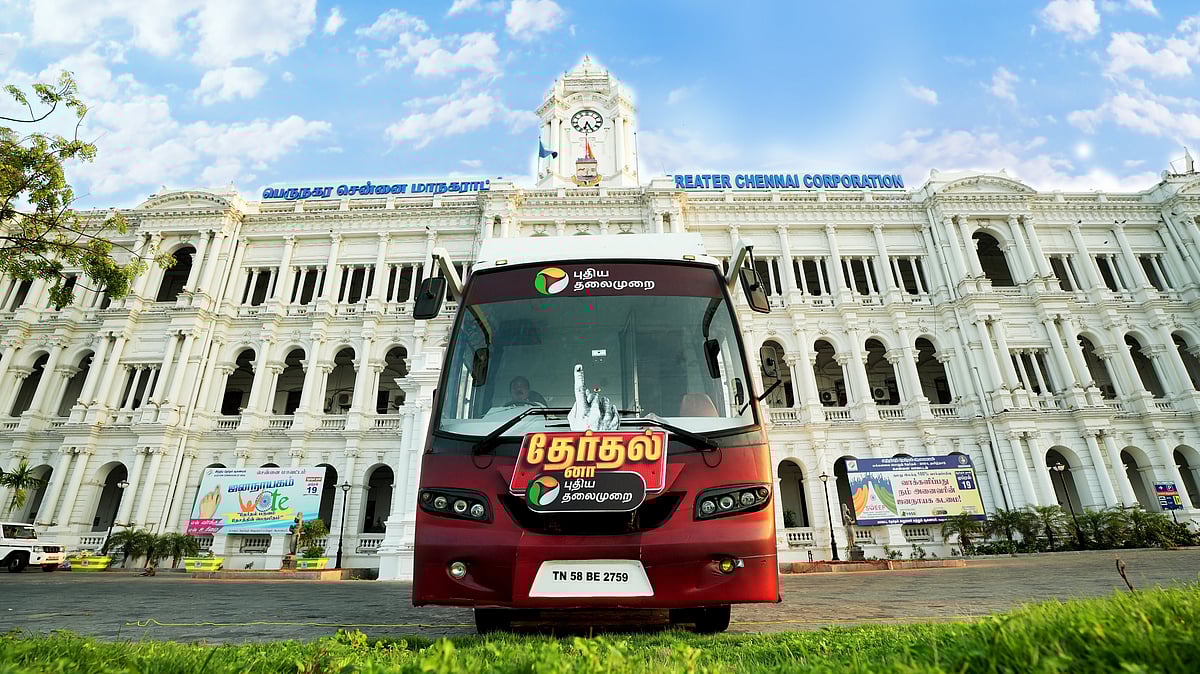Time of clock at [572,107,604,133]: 6:25
